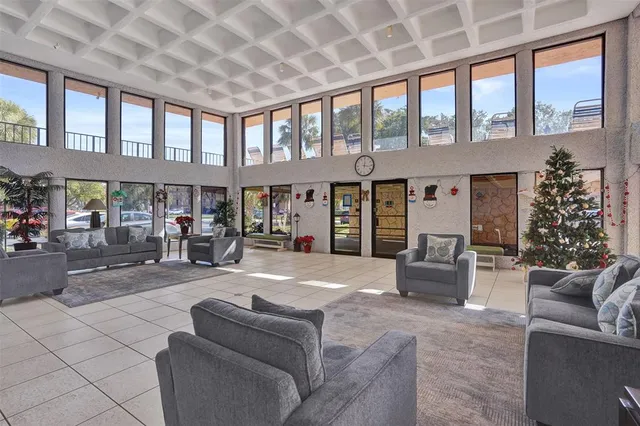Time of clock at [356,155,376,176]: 12:16
